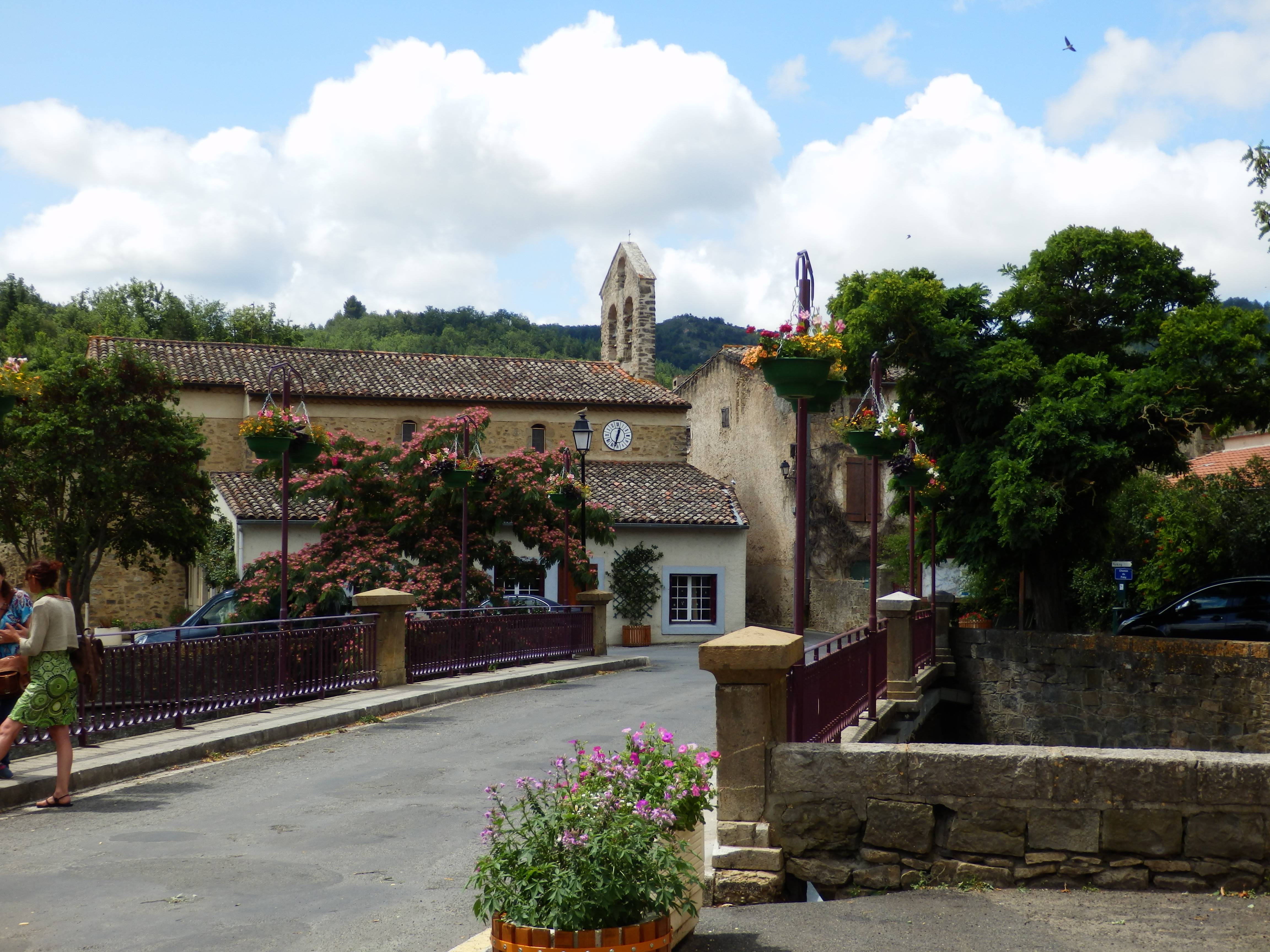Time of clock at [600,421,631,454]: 12:32
